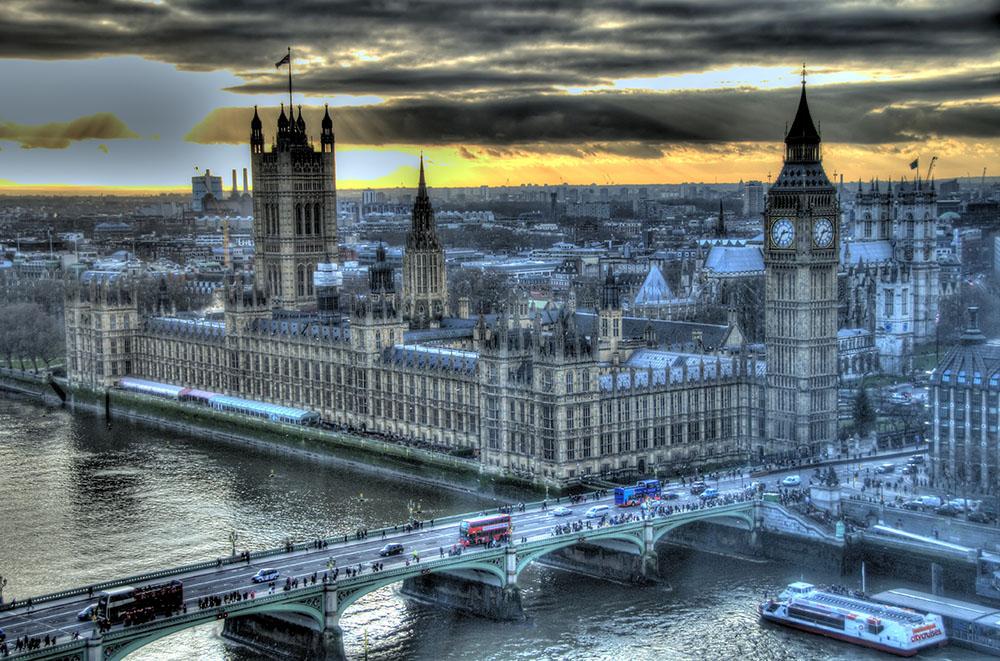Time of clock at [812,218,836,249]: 2:35
